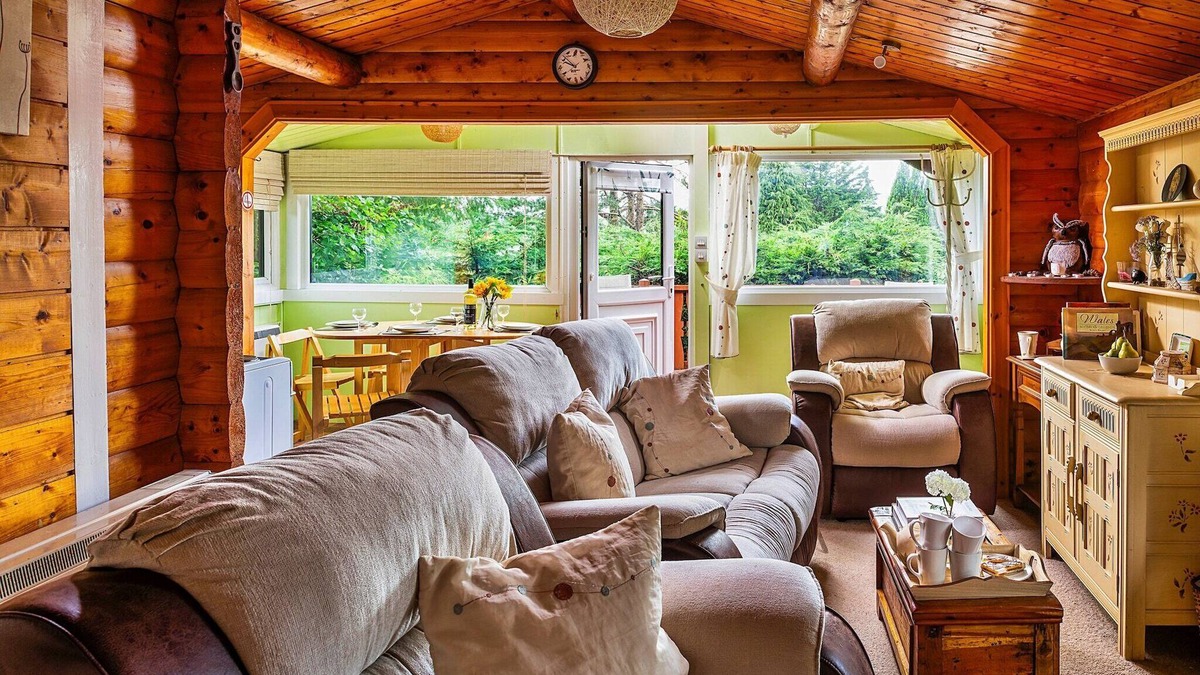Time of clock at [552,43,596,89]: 9:51
